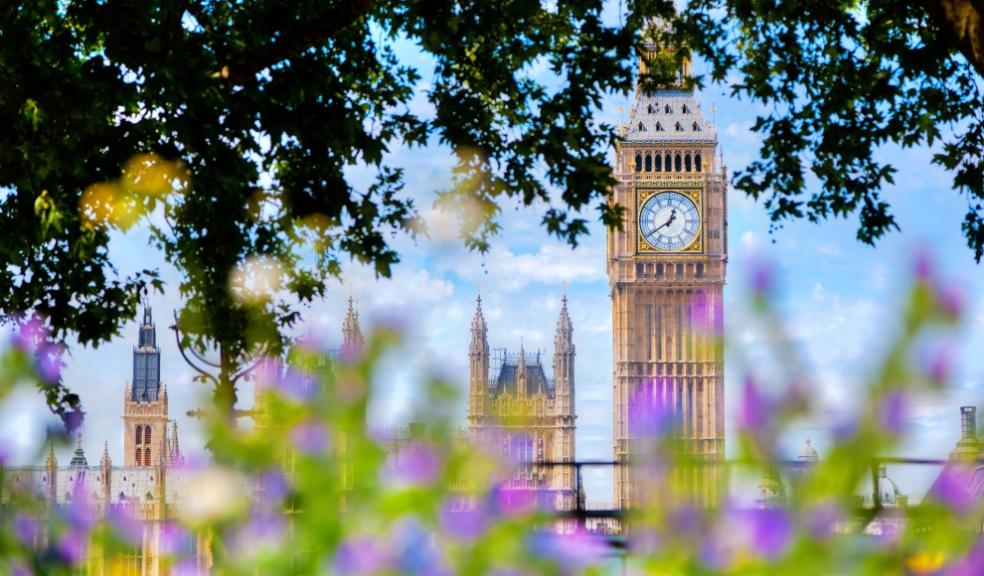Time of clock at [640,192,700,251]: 12:39
